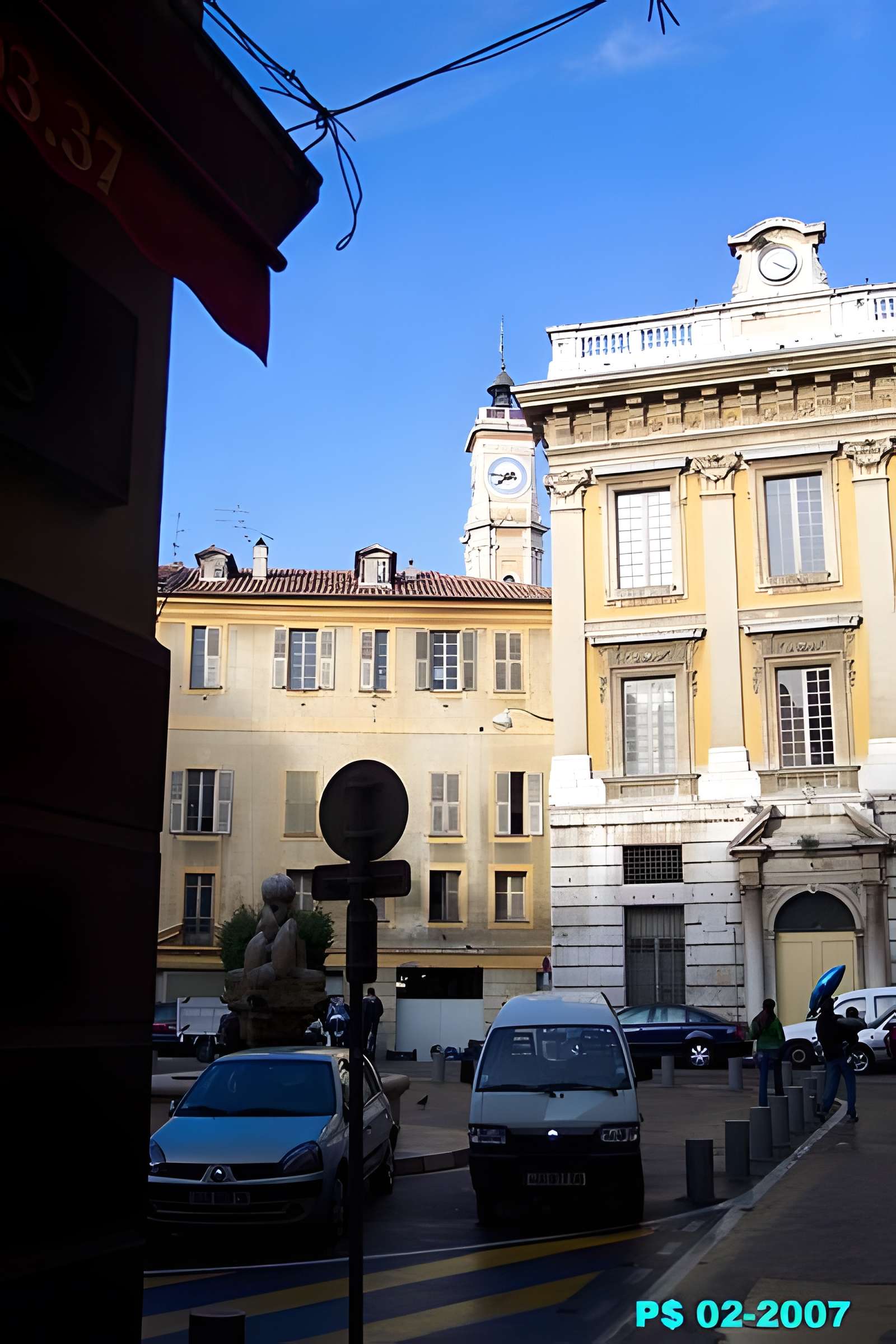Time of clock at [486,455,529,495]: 7:45
